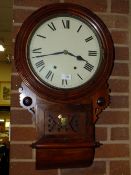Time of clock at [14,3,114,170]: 3:42
